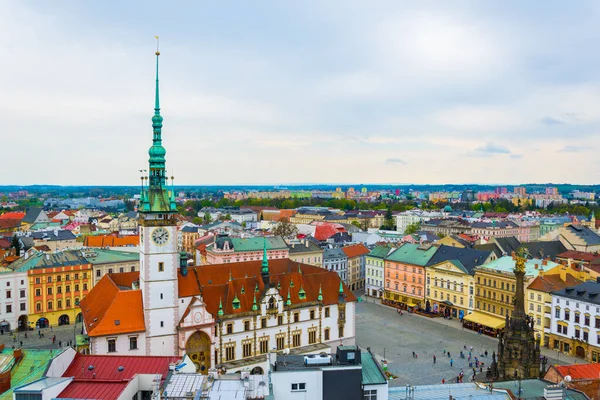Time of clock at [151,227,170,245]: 1:42
